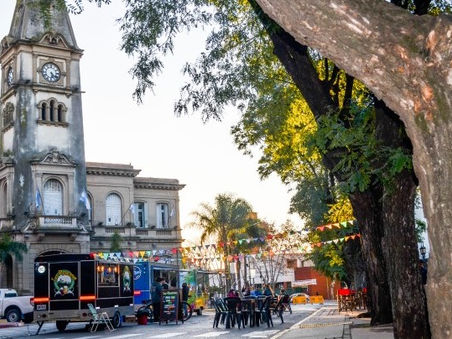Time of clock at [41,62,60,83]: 5:21
